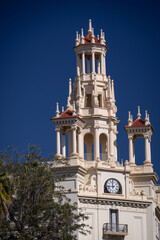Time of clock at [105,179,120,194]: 11:43
